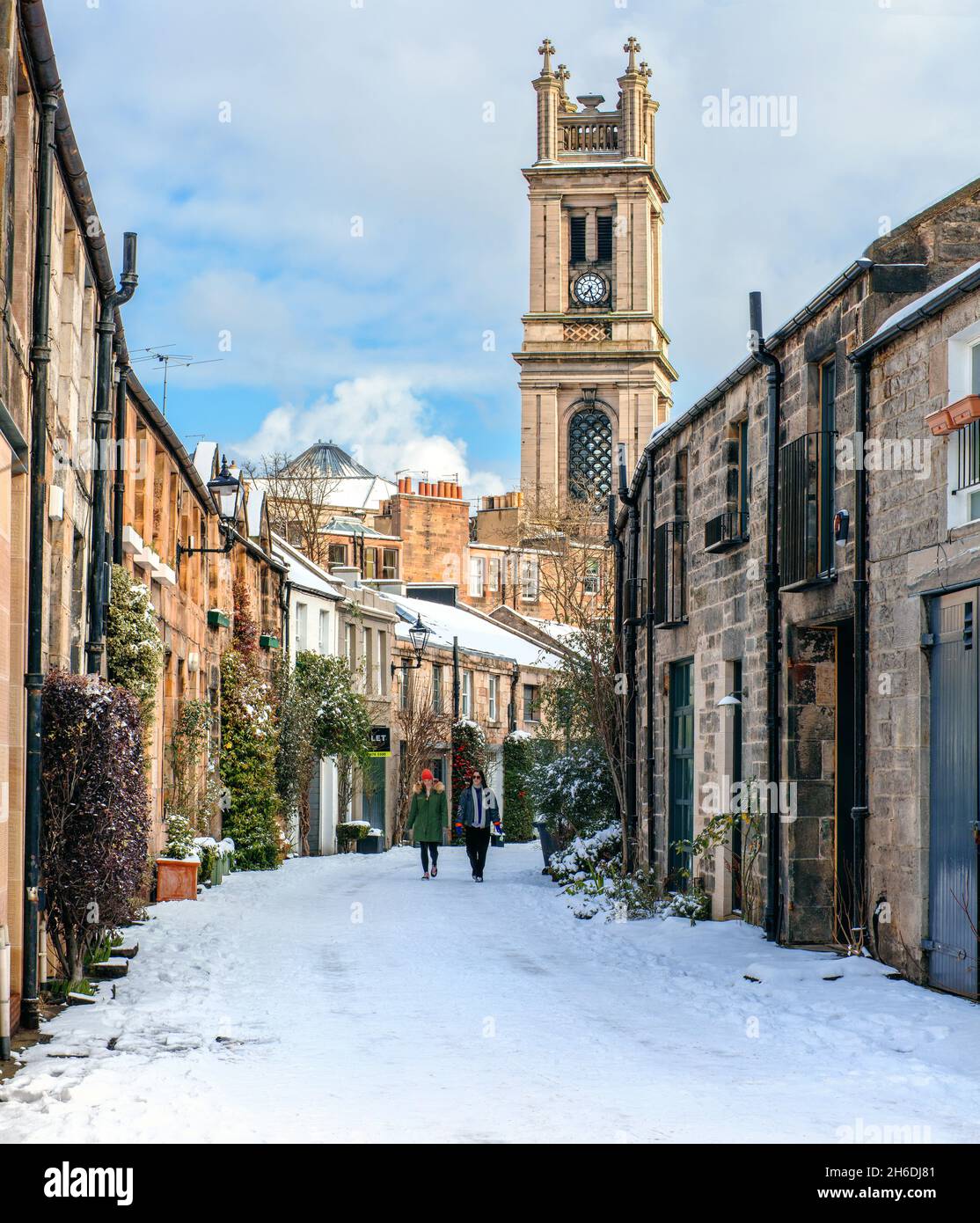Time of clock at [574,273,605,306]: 7:27
